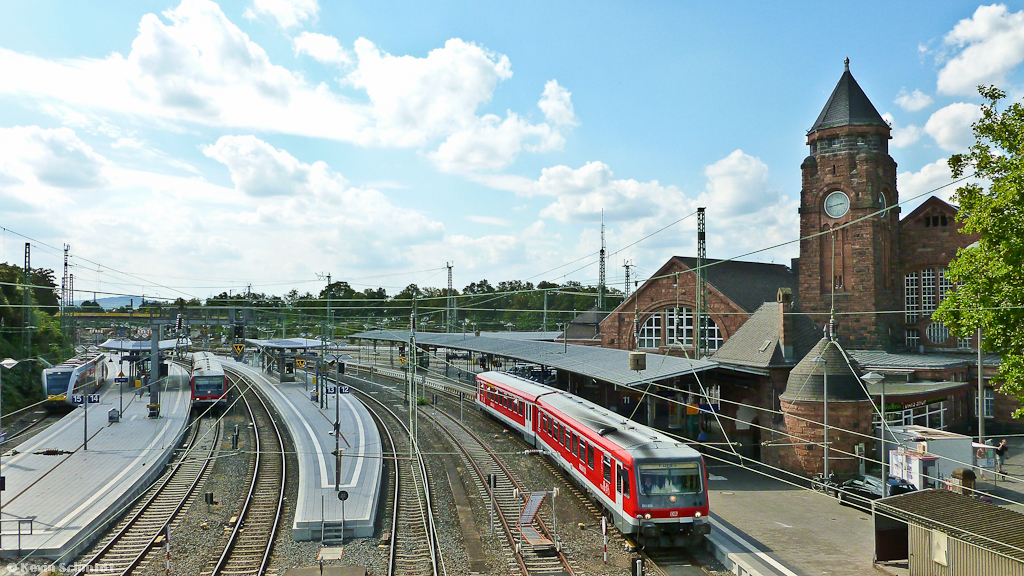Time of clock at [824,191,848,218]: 2:42
